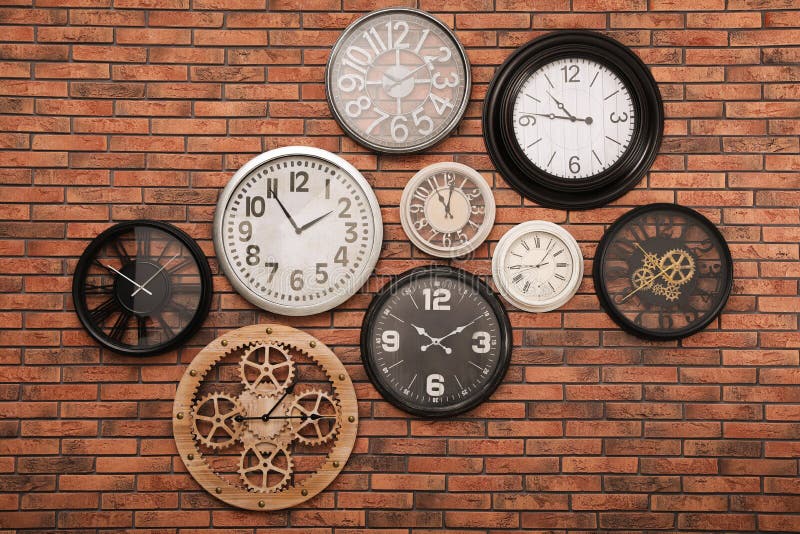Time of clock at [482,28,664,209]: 10:46
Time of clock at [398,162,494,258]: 11:01
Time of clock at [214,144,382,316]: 1:54
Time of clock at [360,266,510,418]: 10:10
